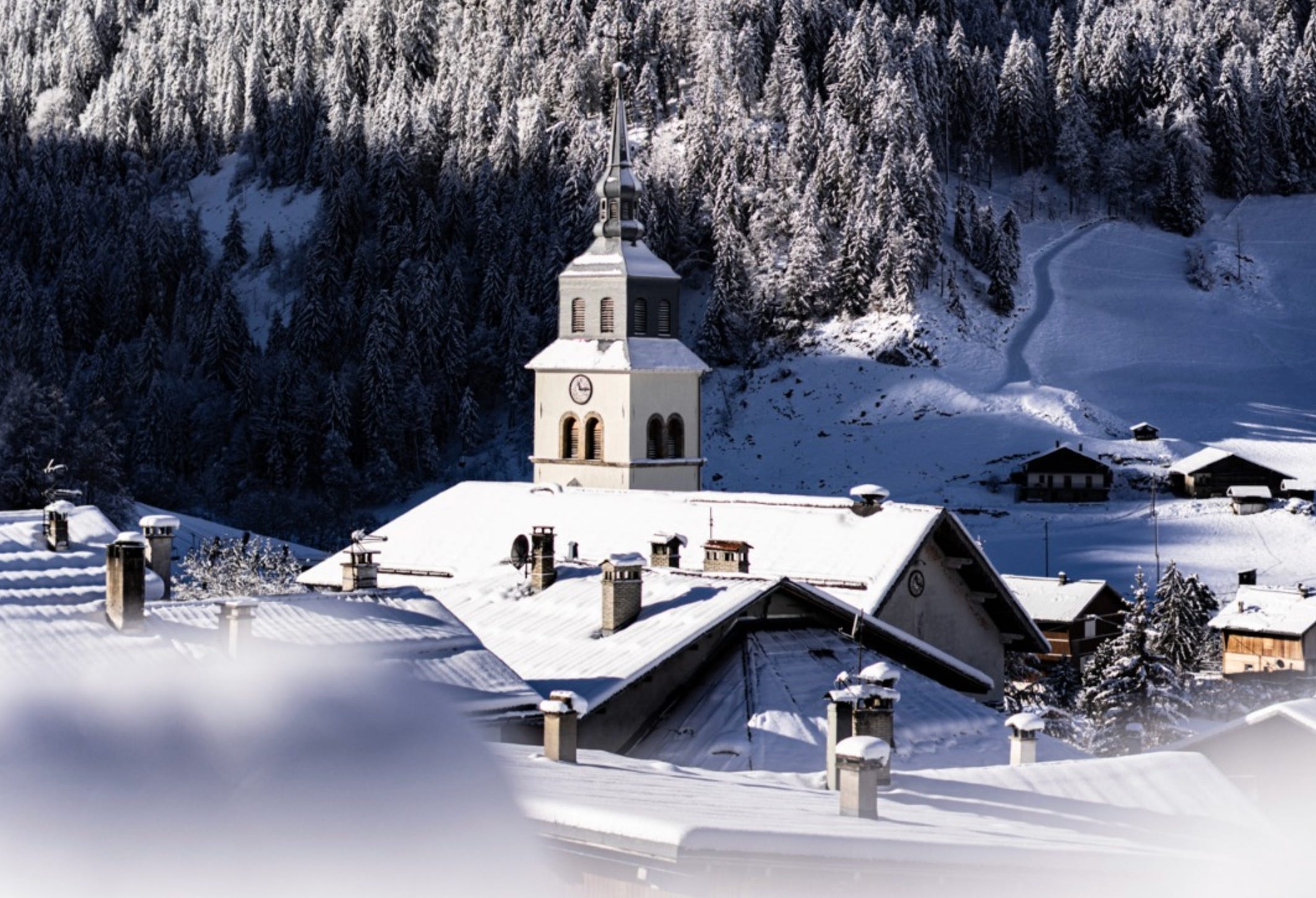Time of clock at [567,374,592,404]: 11:14
